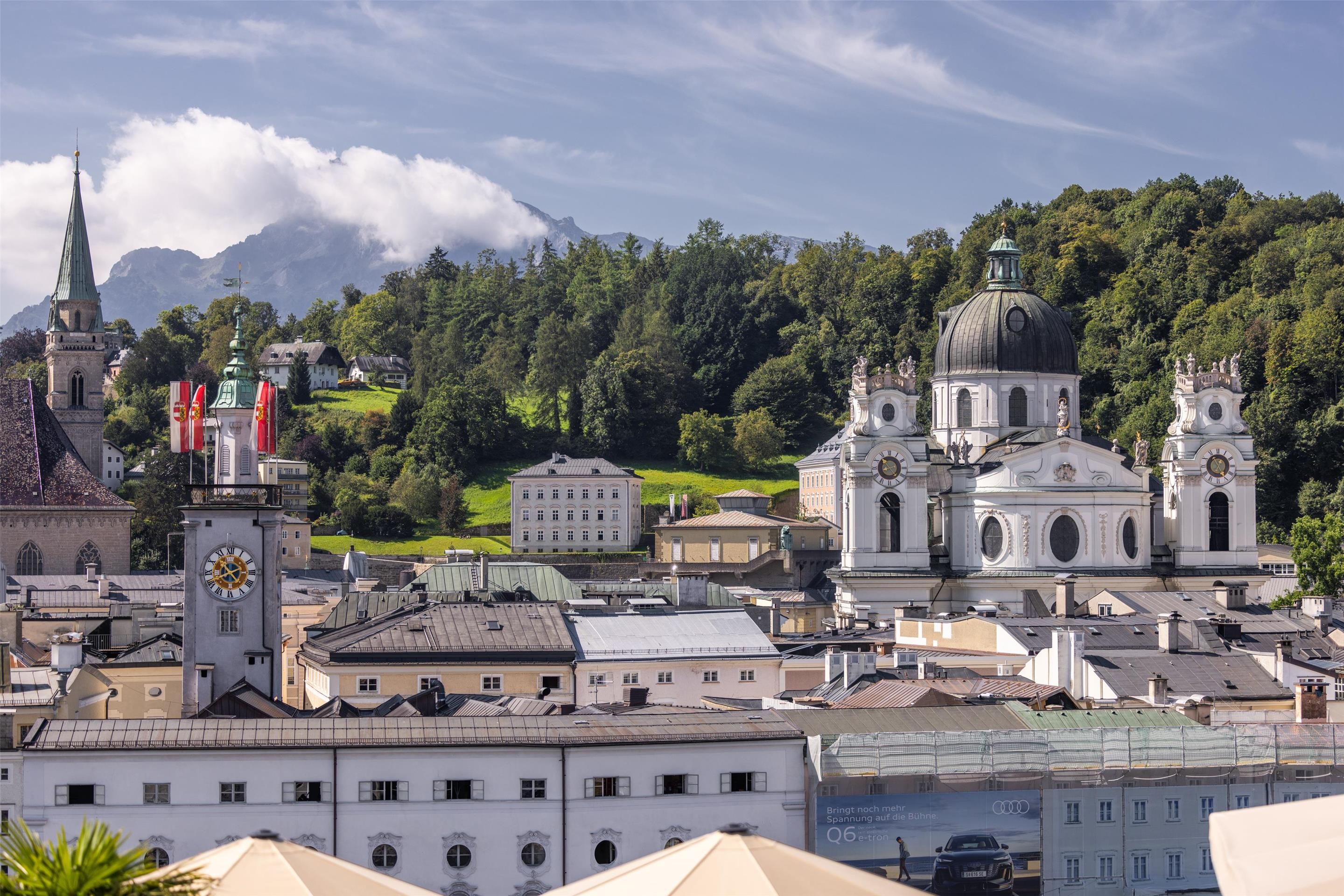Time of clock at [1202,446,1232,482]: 4:55
